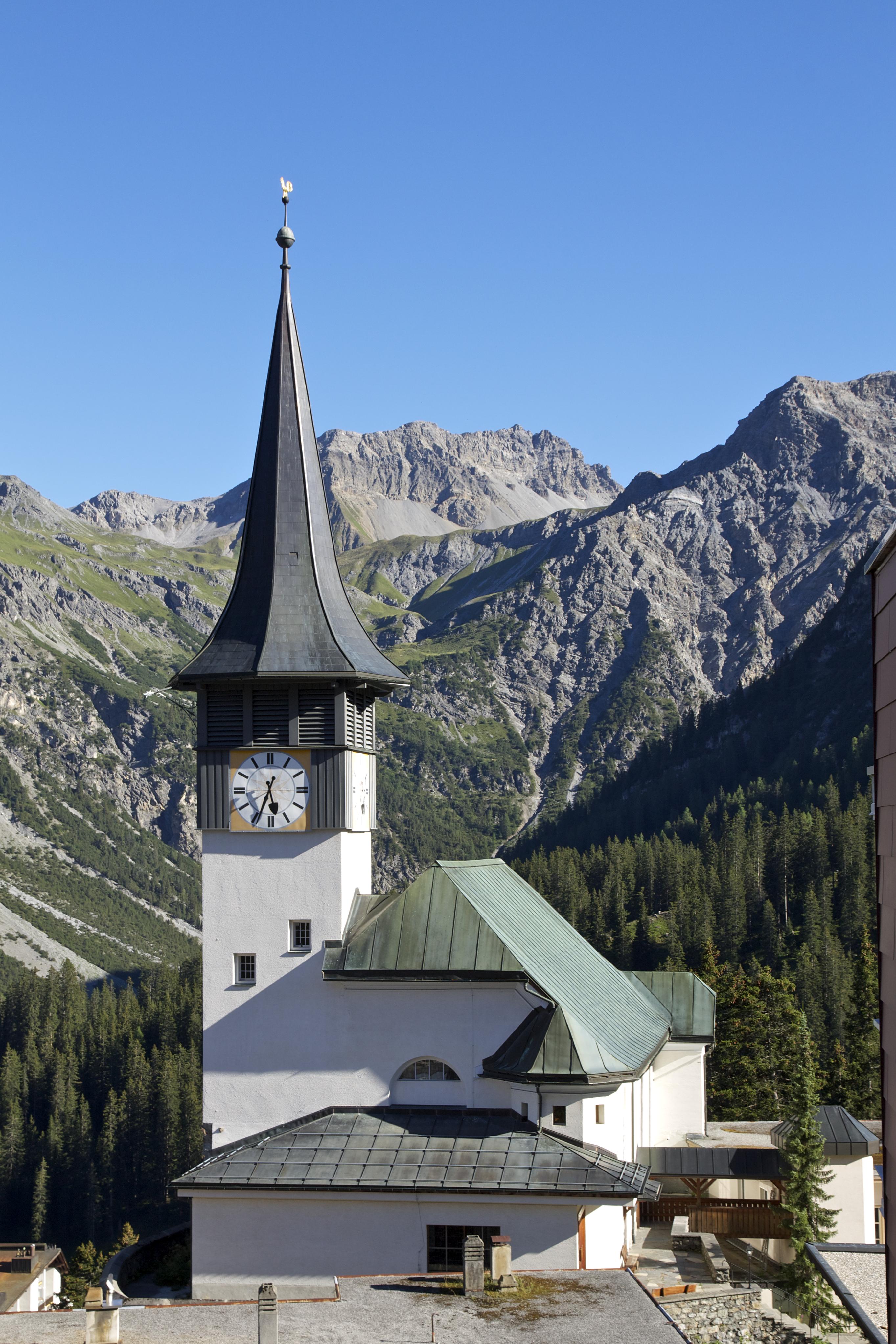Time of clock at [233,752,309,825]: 5:33
